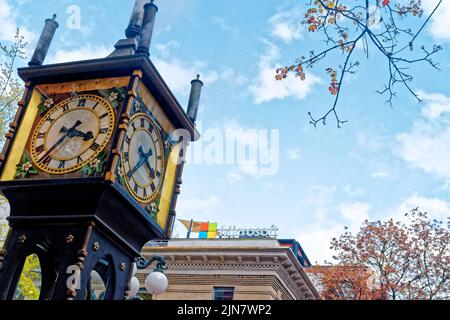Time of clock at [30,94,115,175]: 3:36
